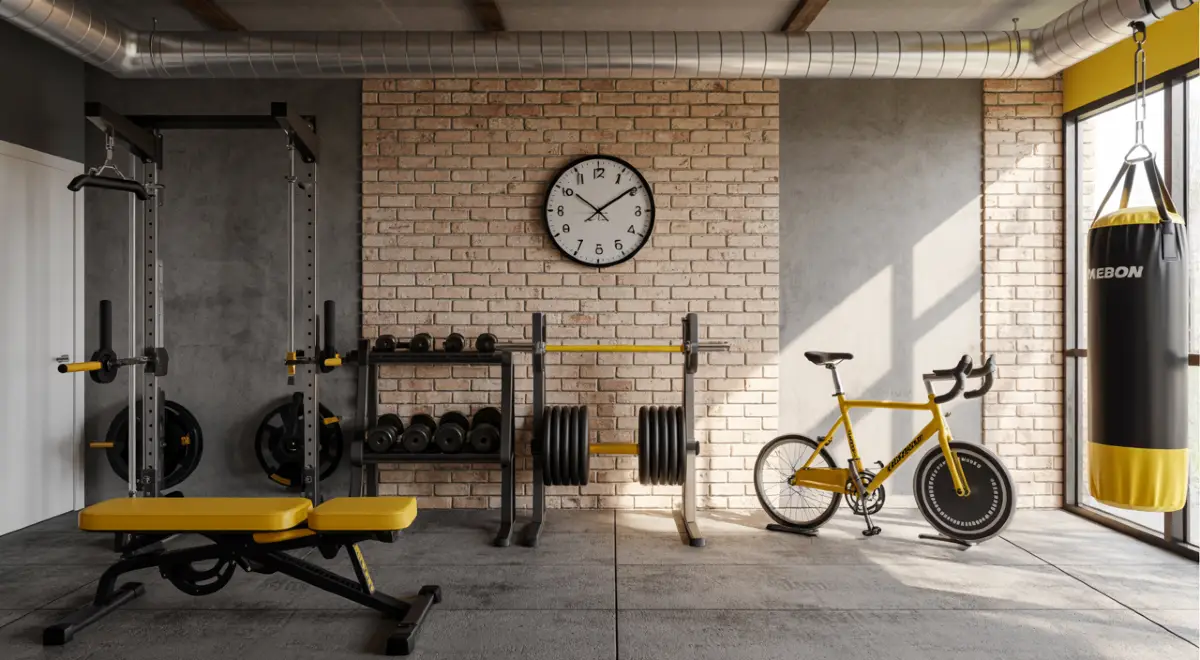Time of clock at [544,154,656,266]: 10:09
